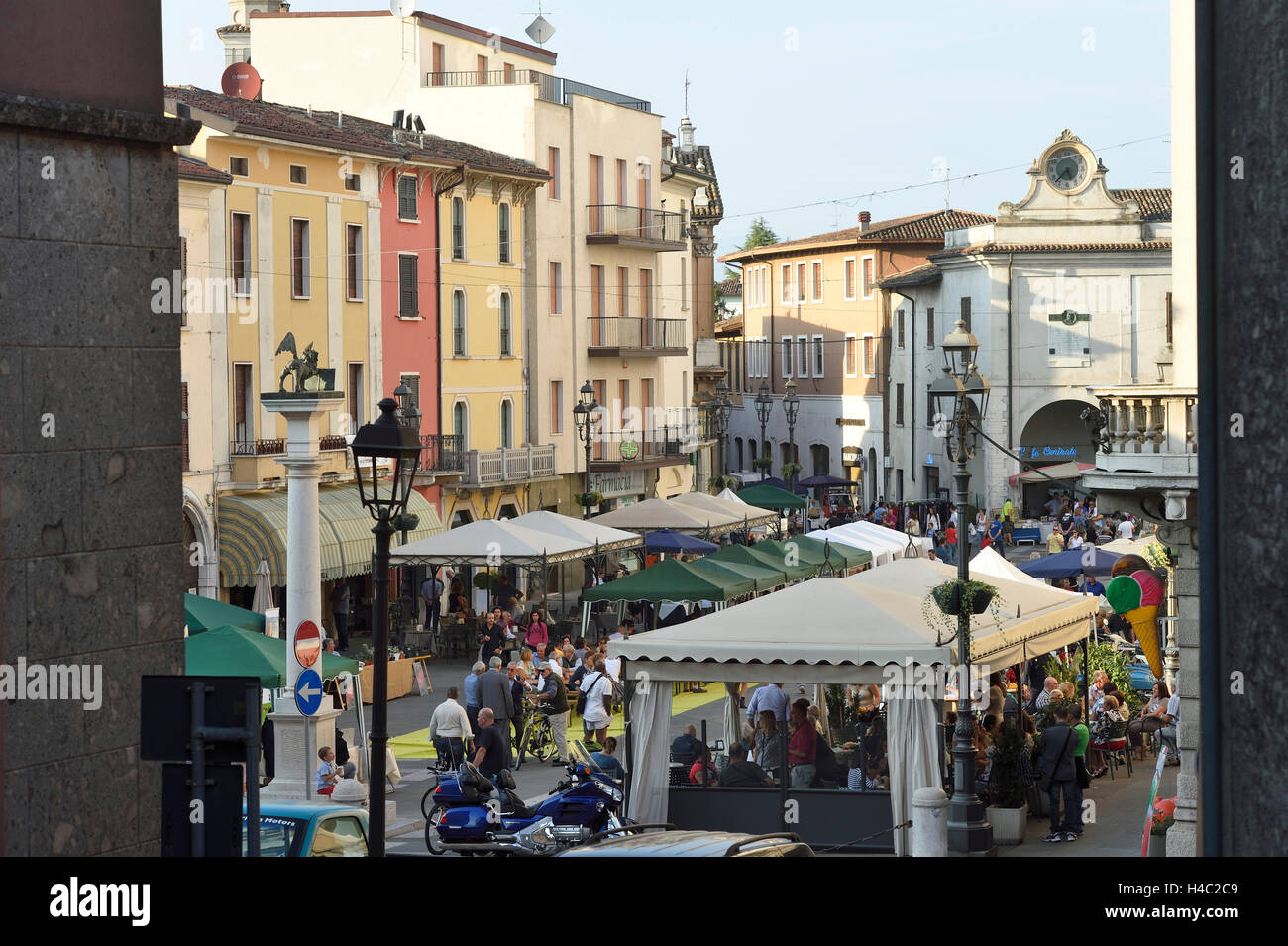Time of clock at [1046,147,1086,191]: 5:37
